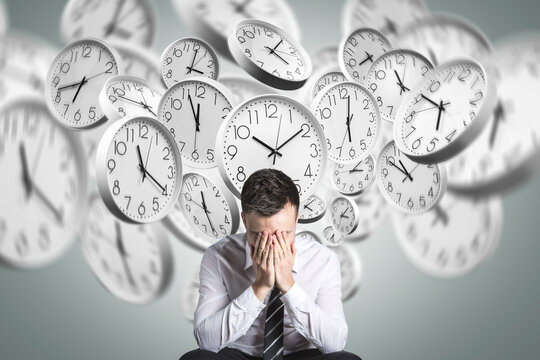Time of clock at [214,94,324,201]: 10:09
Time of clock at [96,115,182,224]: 11:20
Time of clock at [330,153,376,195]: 3:08
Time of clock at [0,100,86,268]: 11:20
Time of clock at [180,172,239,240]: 12:30
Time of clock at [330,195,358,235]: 3:07
